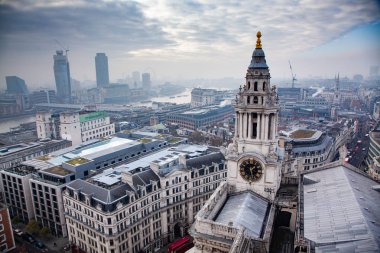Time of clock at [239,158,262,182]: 1:28
